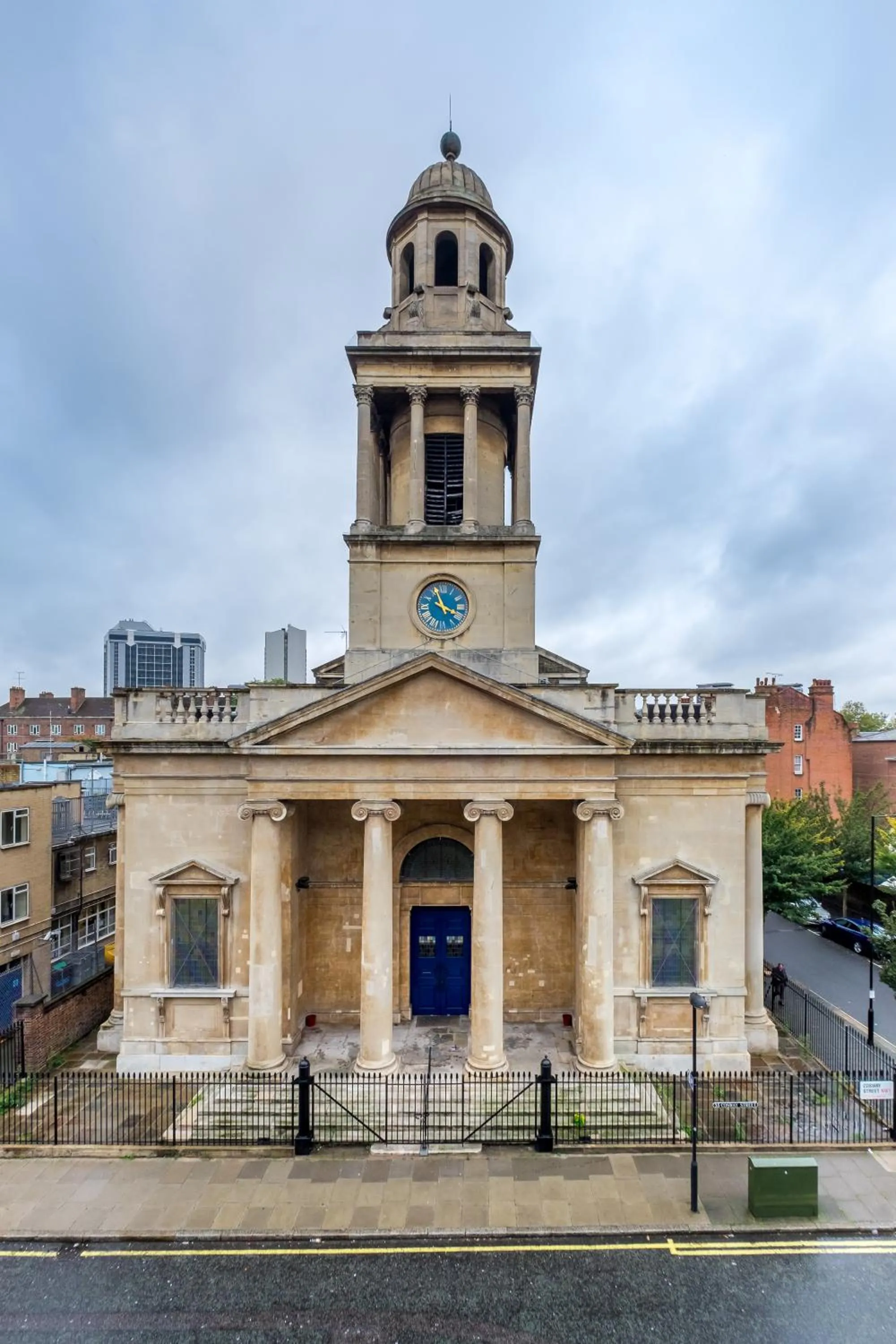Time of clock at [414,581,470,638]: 3:56
